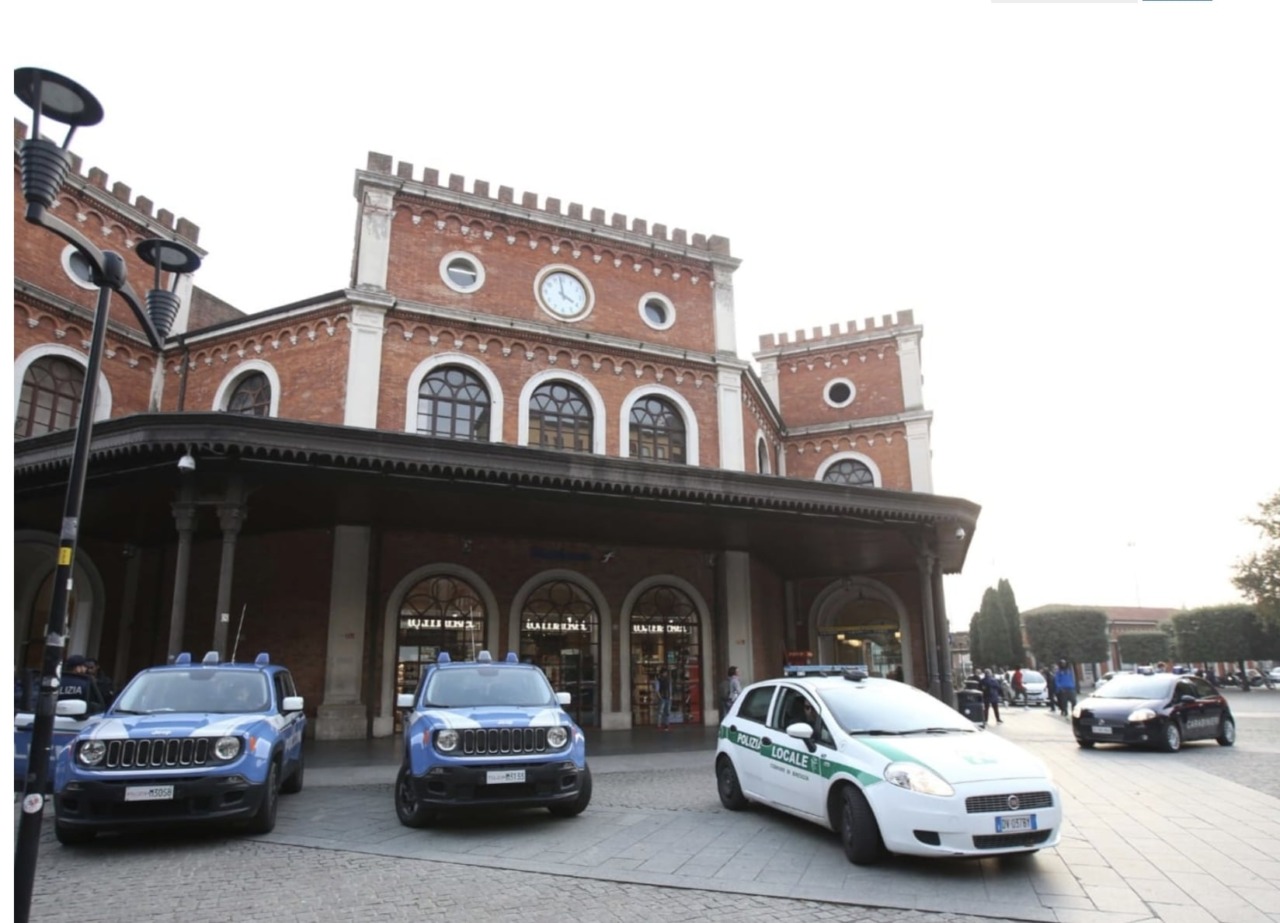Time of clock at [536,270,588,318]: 3:58
